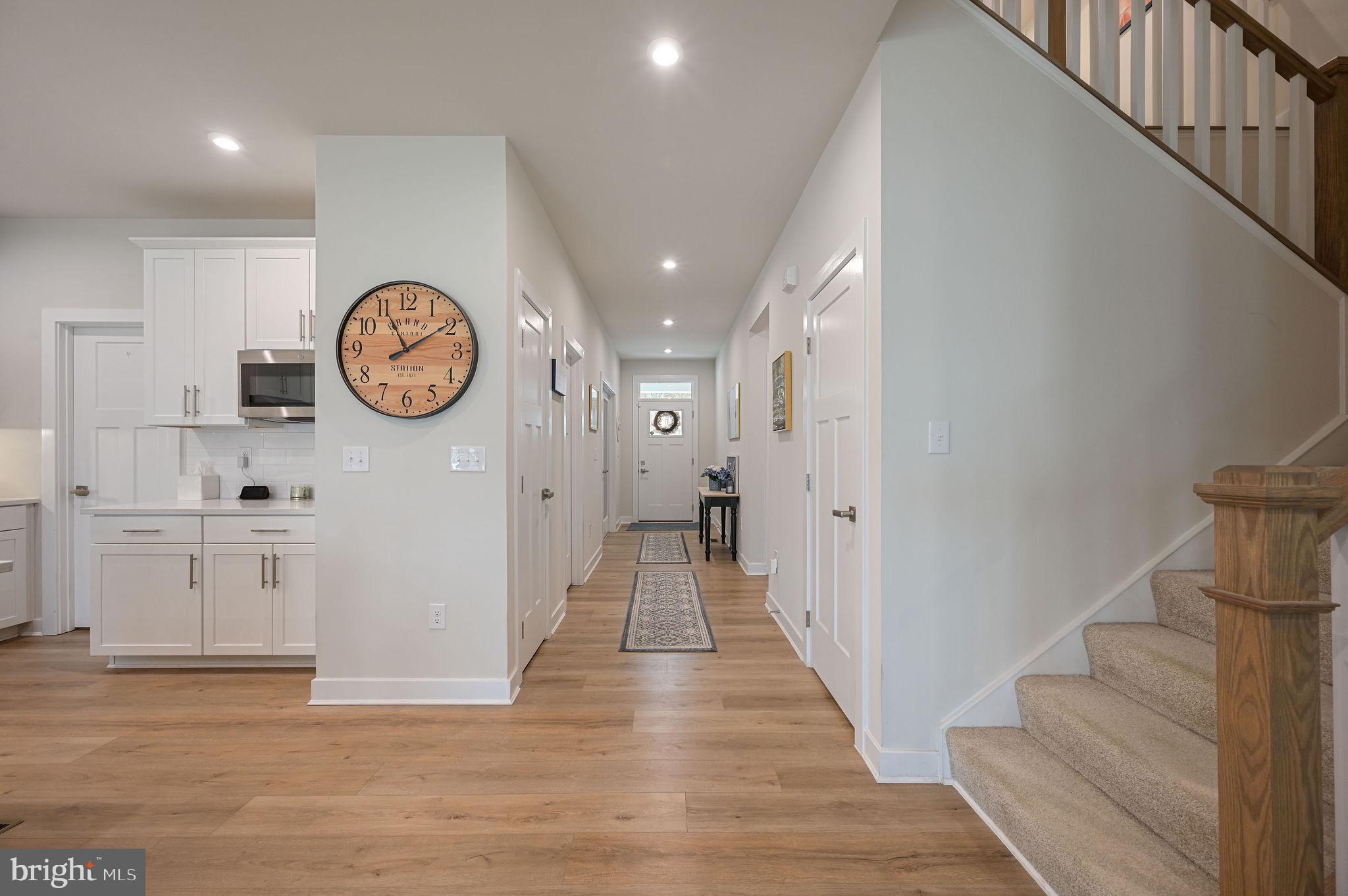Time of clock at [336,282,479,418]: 11:09
